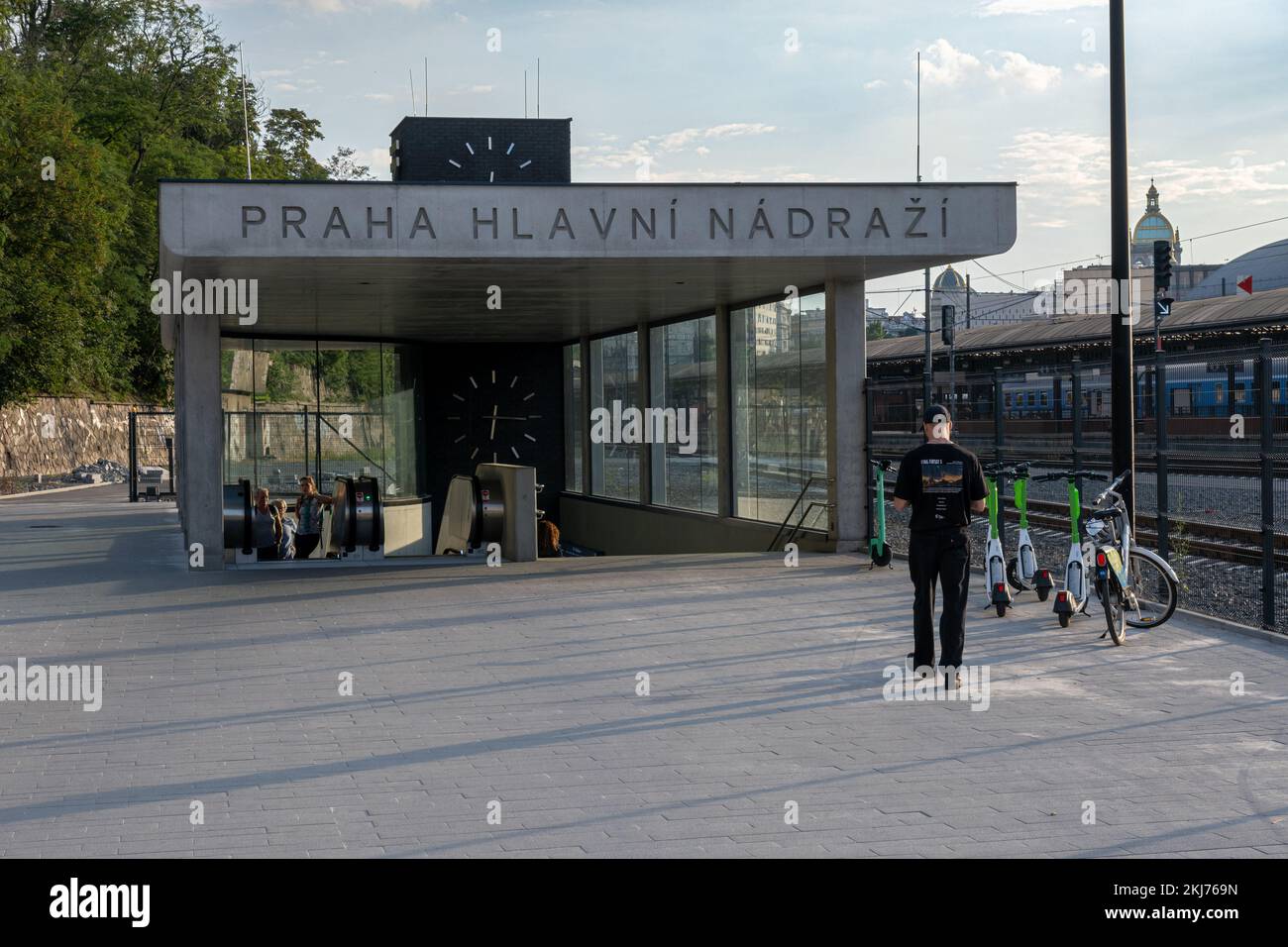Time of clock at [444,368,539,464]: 6:15
